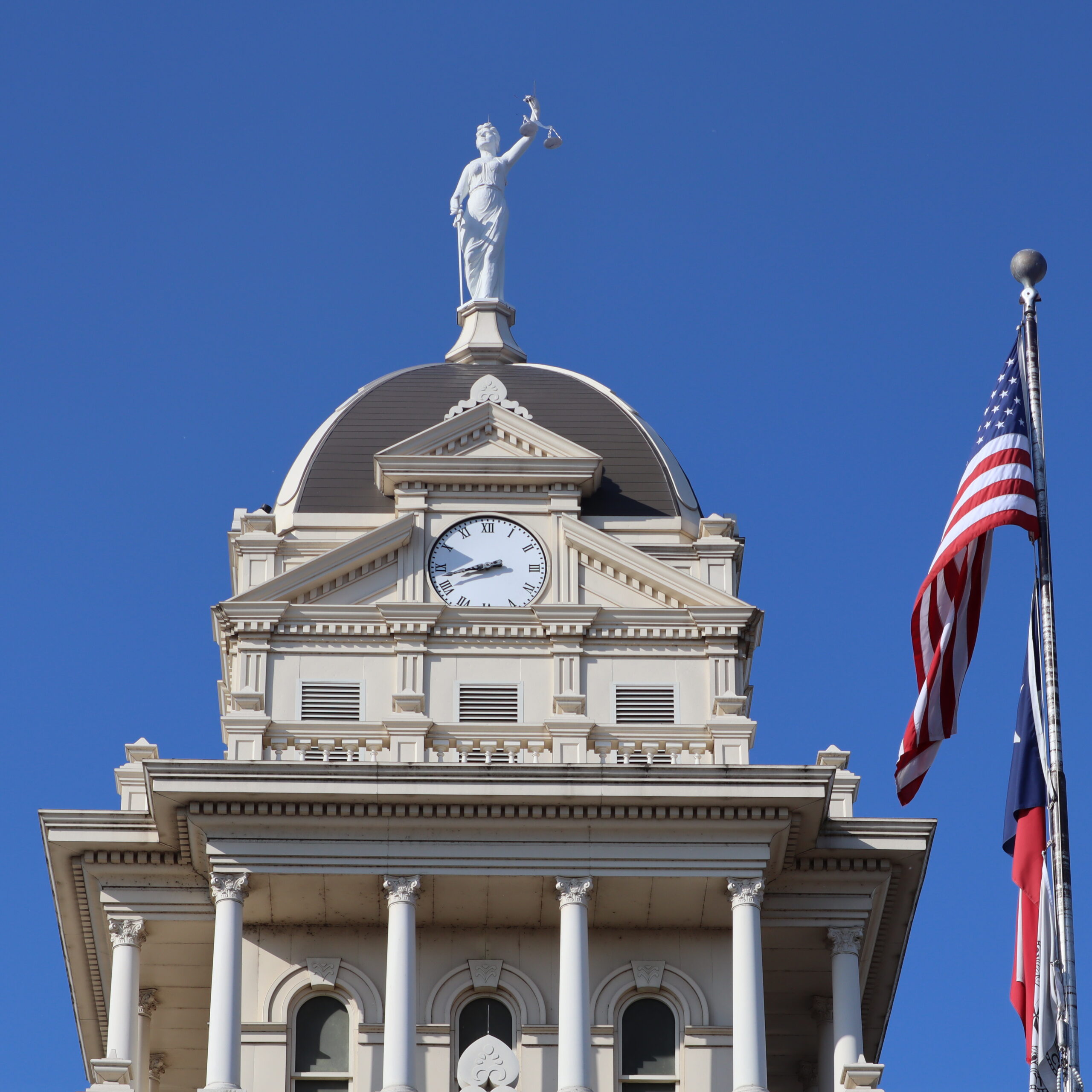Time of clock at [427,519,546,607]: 8:42
